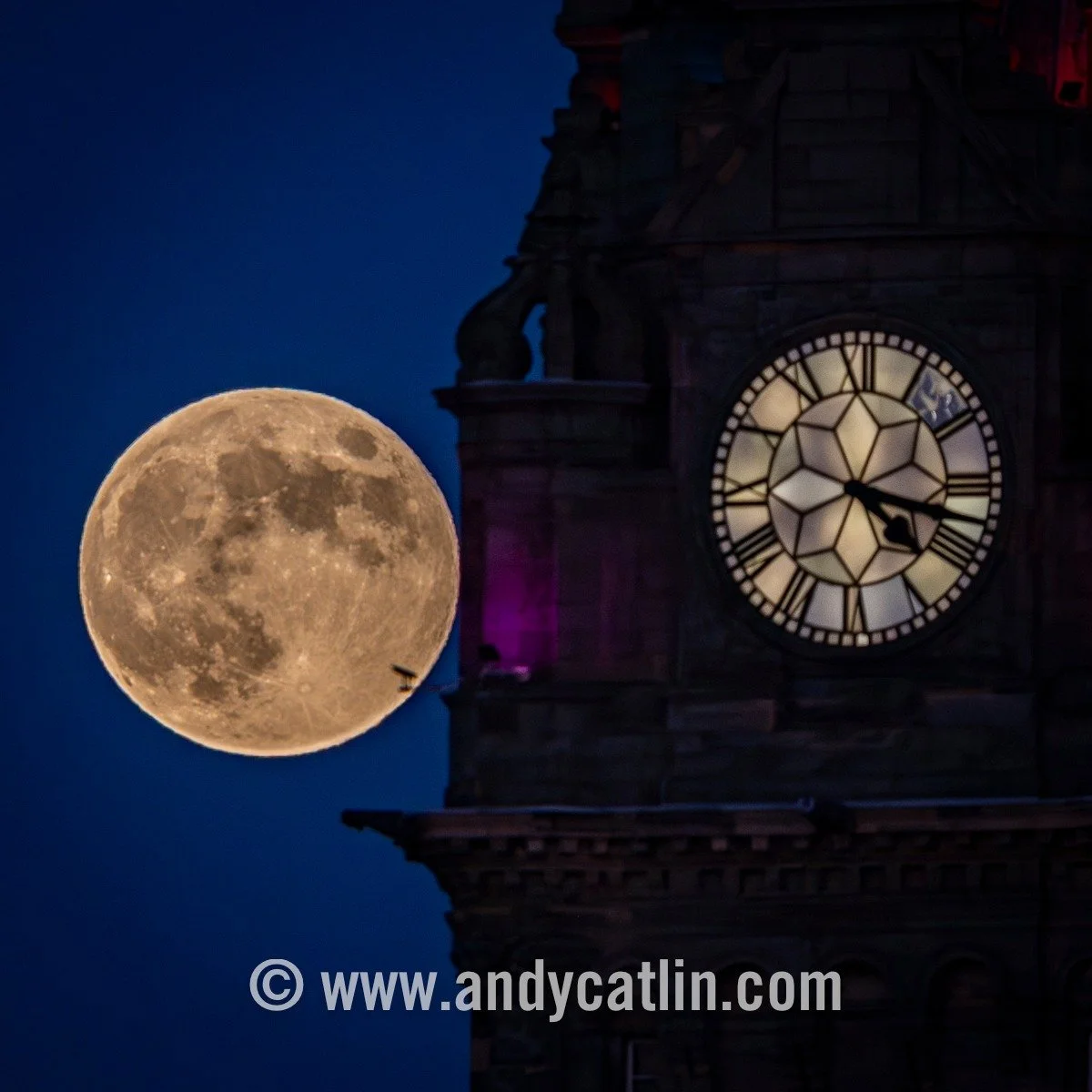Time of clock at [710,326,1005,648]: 4:17
